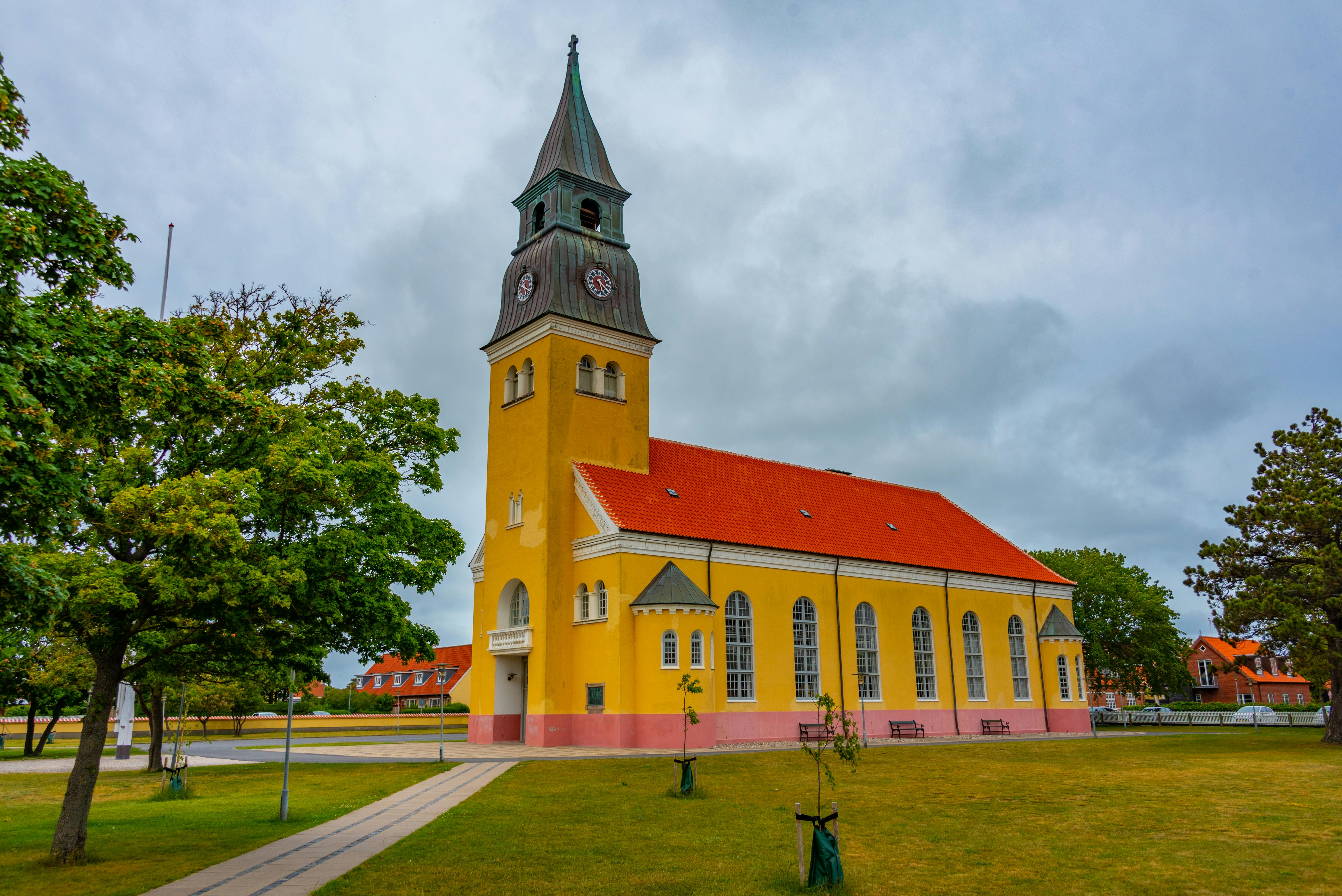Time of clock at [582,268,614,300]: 5:20
